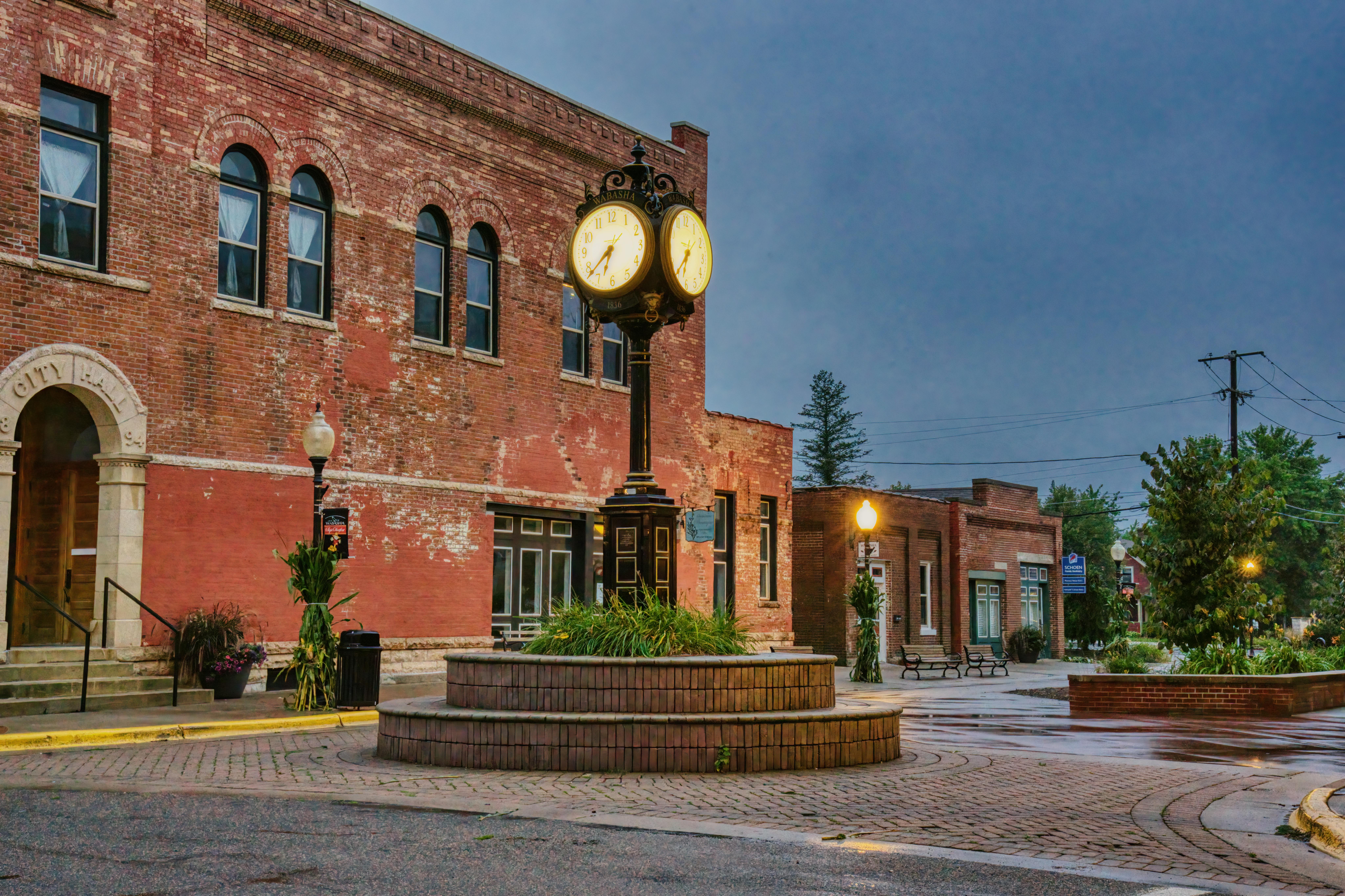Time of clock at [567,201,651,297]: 6:38
